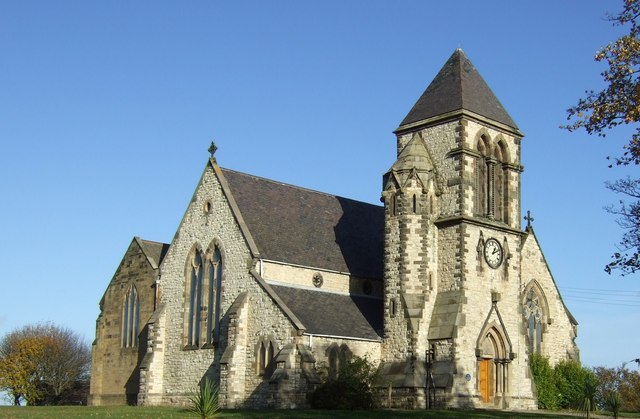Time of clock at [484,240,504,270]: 1:11
